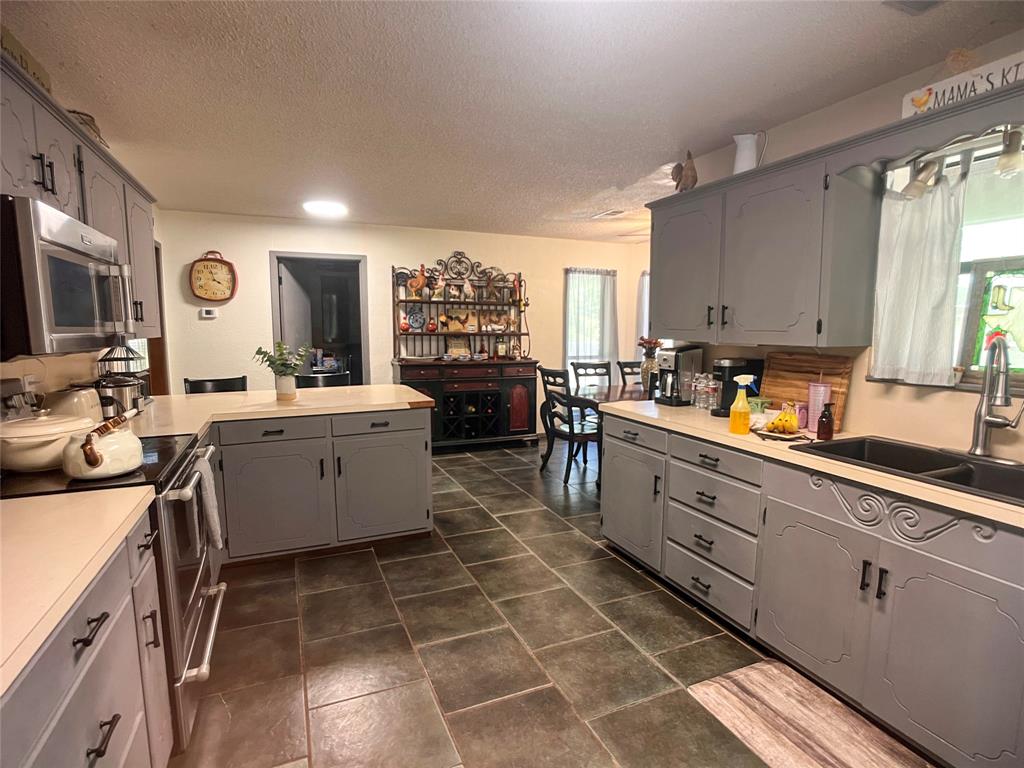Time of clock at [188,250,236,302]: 3:57
